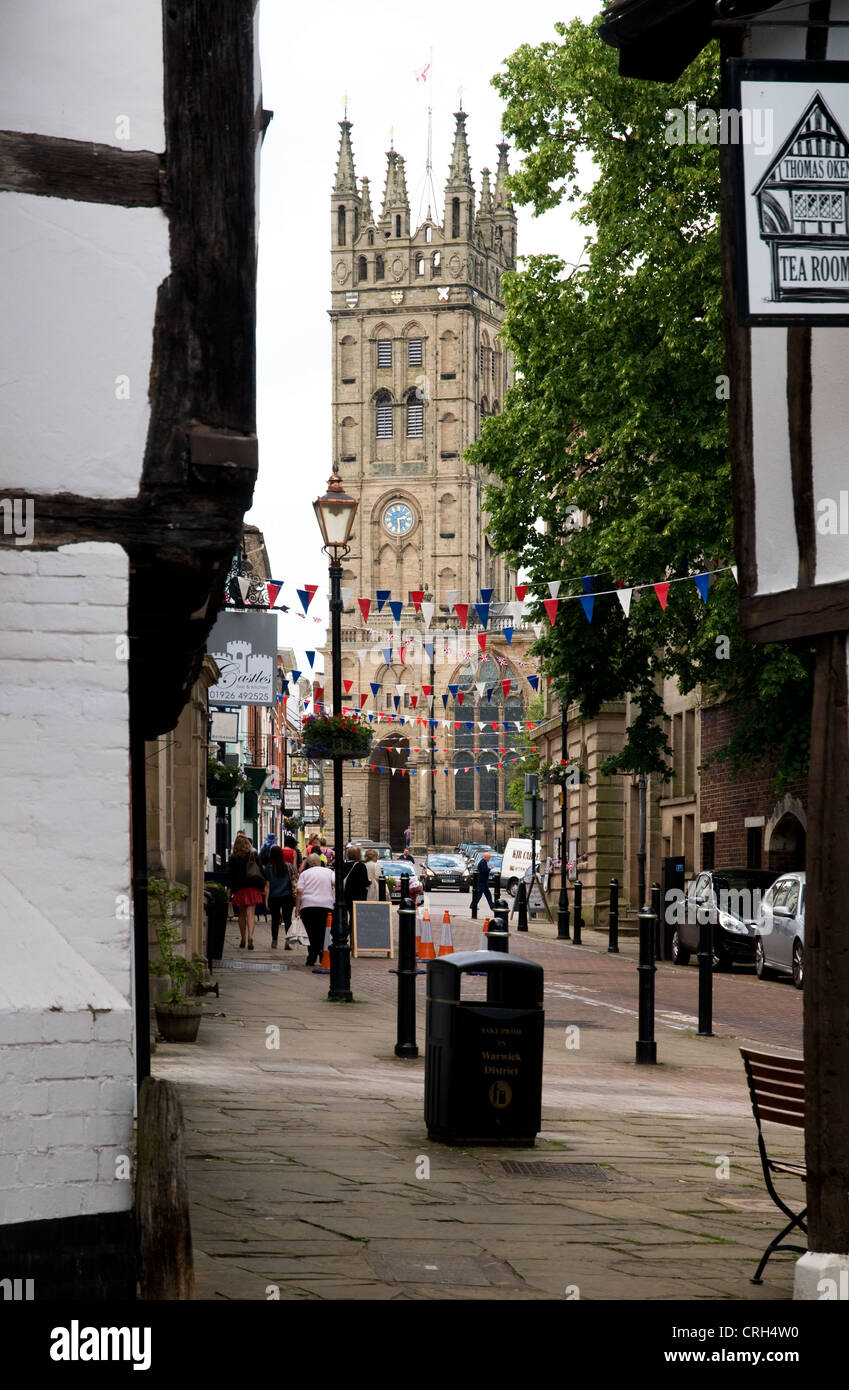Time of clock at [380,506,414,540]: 2:29
